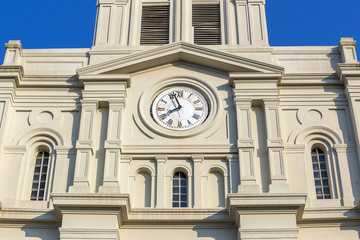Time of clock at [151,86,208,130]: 7:56
